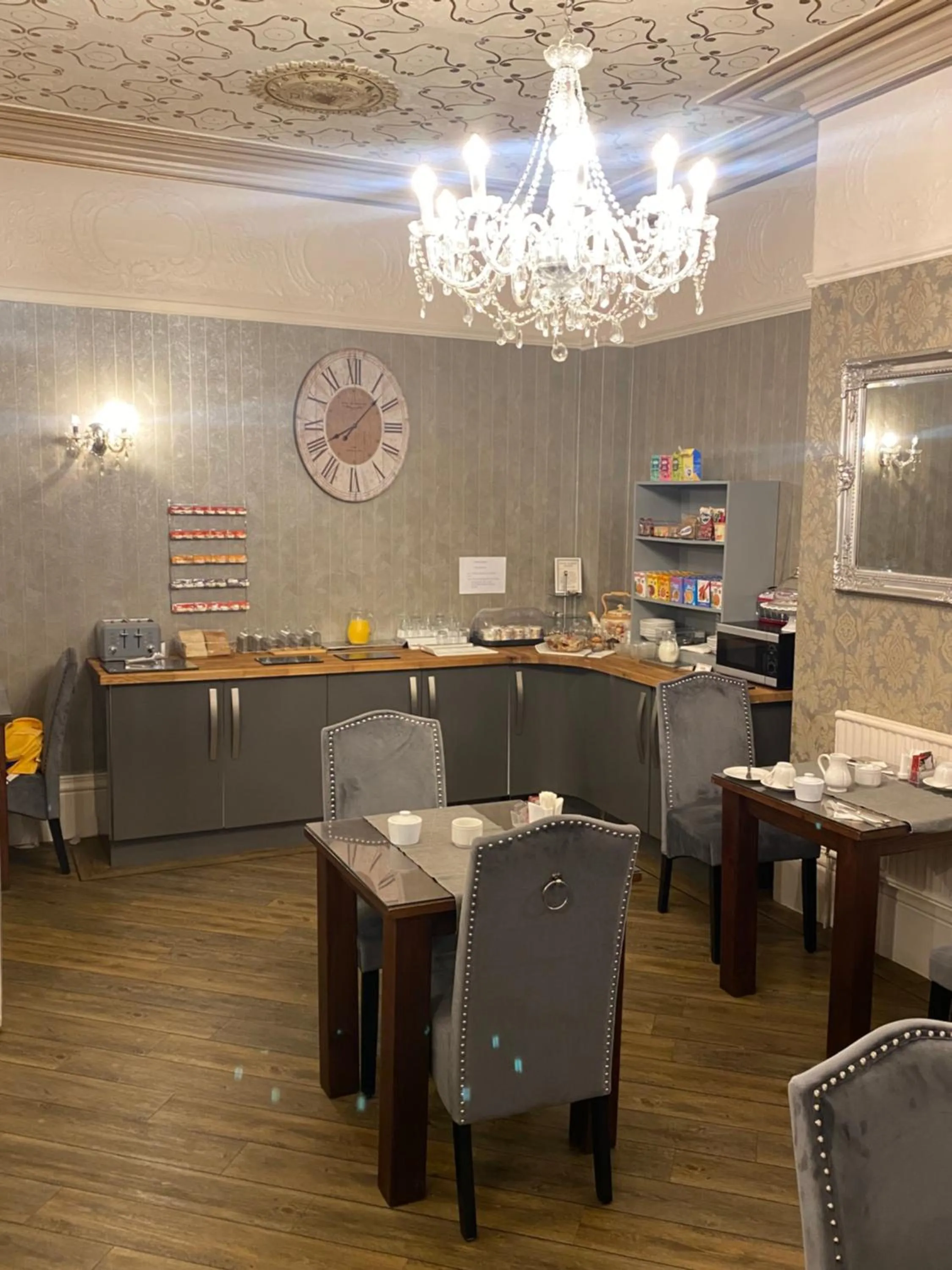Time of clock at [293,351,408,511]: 8:07
